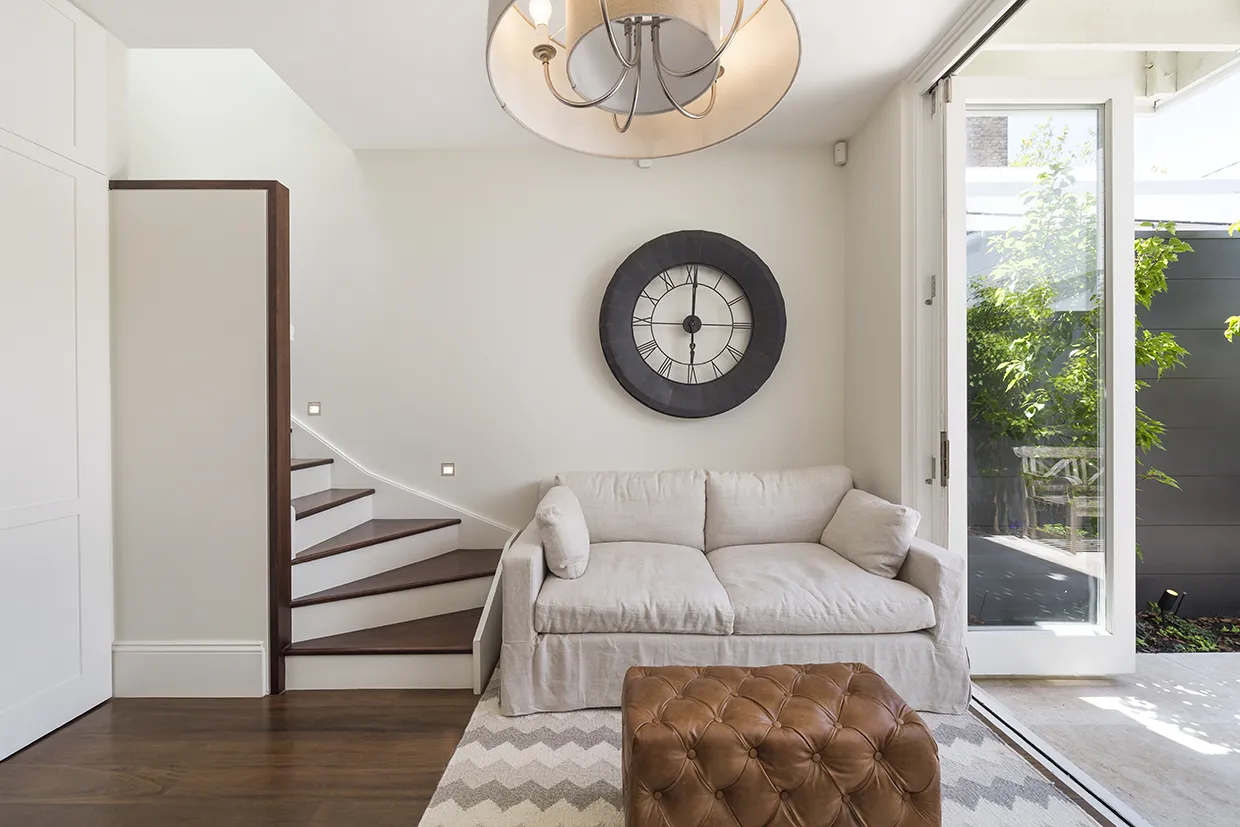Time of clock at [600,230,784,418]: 6:00
